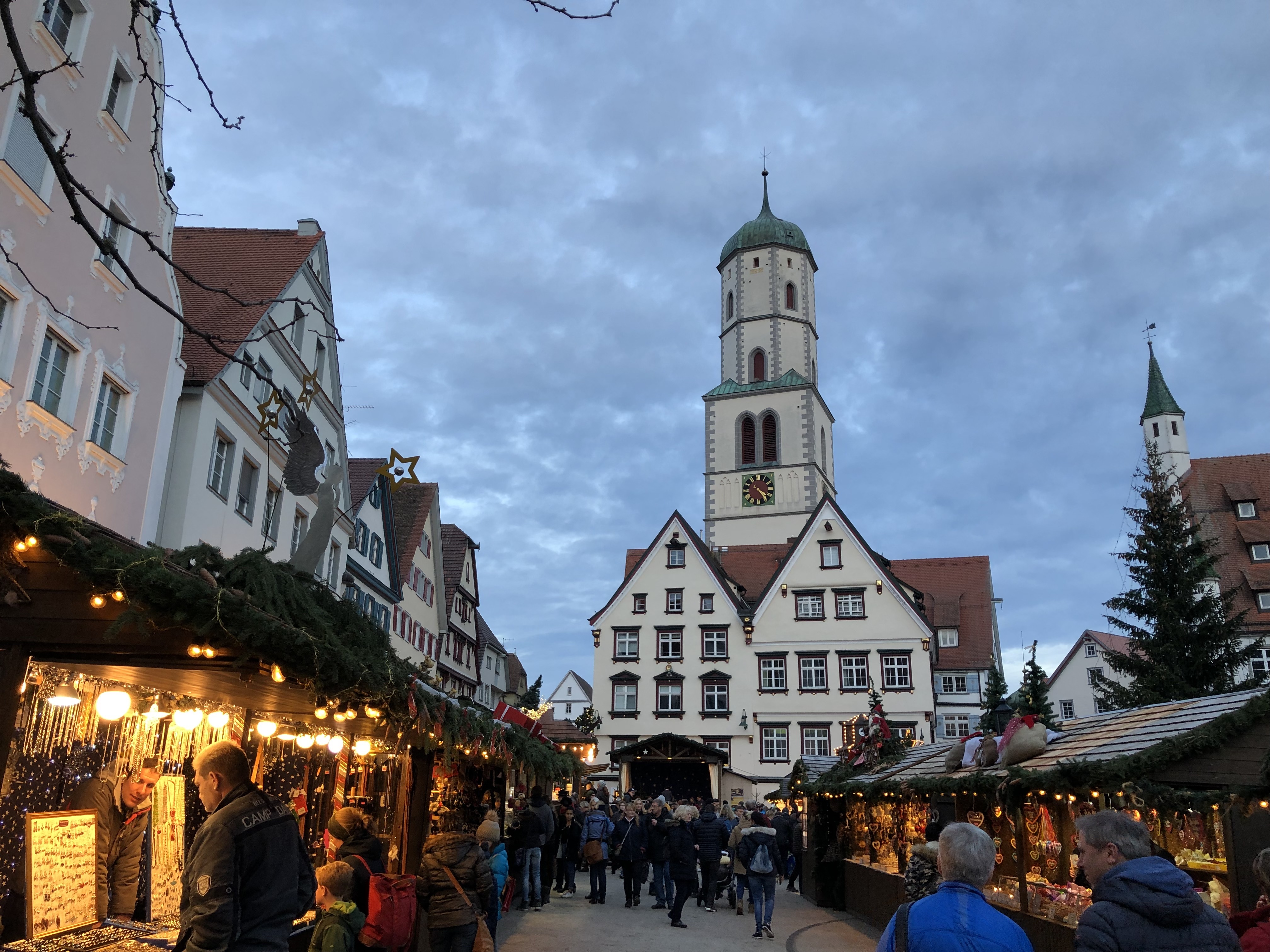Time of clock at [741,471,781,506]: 4:23
